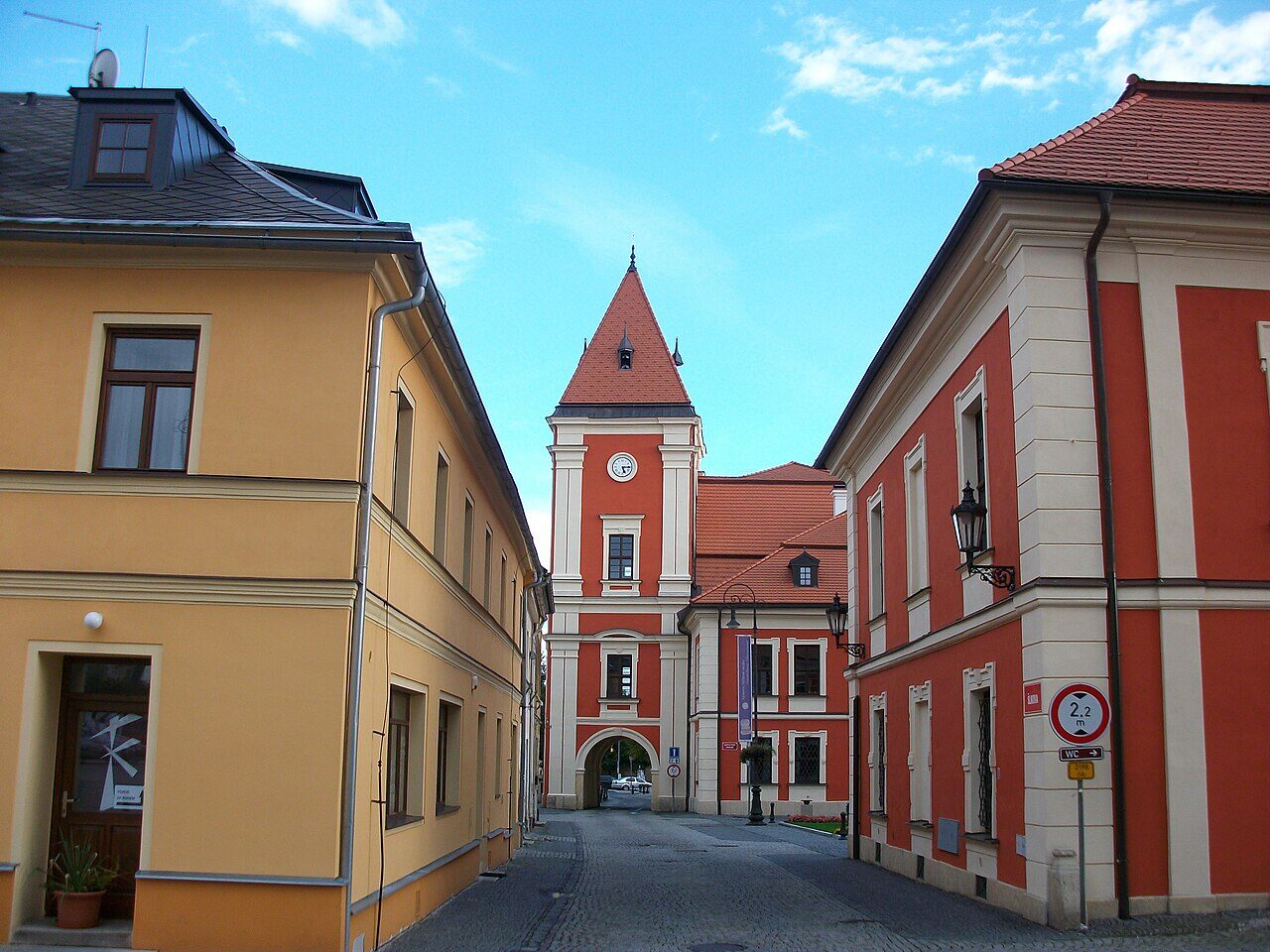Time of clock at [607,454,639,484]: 5:15
